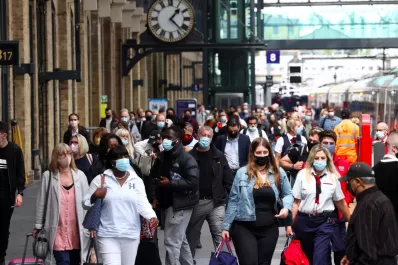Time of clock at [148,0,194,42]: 1:22
